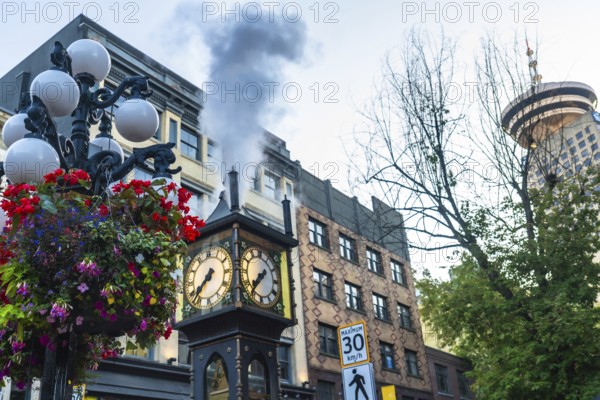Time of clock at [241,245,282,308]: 1:36
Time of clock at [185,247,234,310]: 7:37
